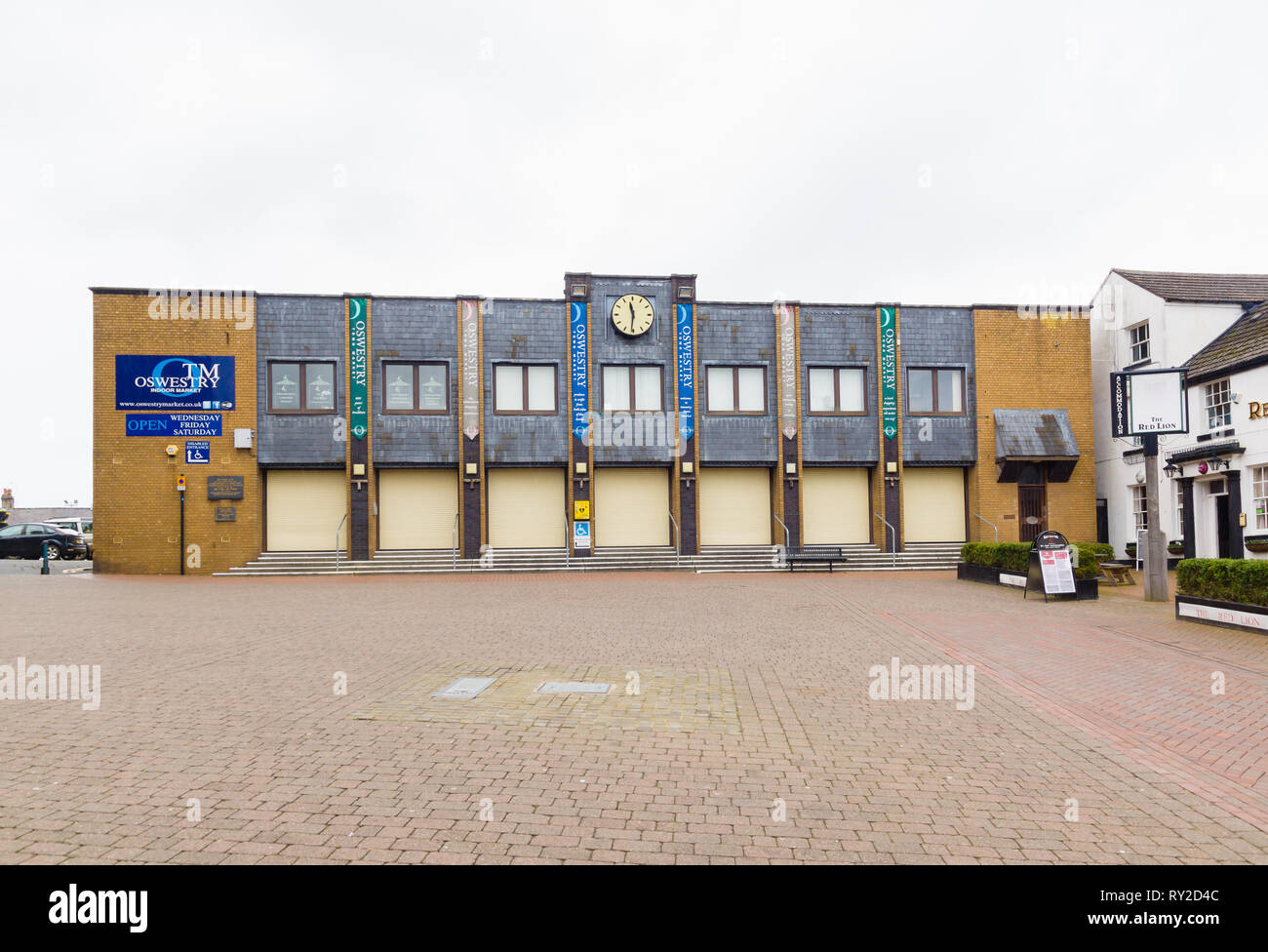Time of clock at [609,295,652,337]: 11:31
